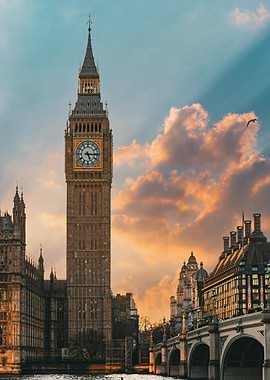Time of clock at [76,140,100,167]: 5:15
